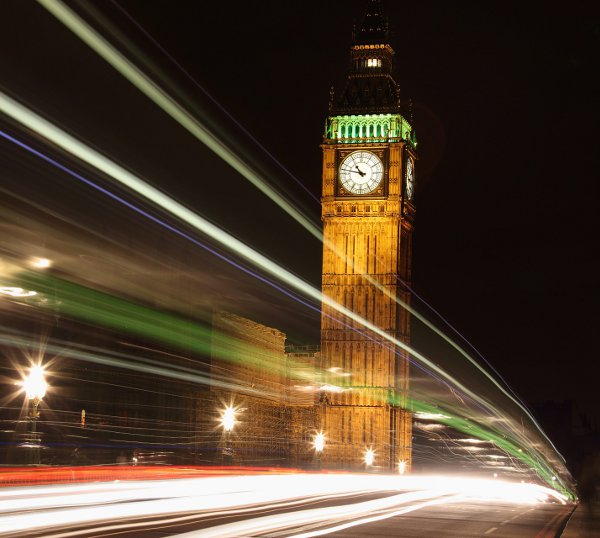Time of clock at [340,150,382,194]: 10:47
